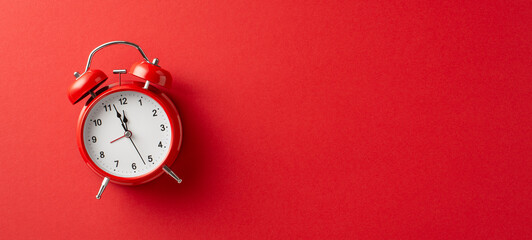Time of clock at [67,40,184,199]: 11:57
